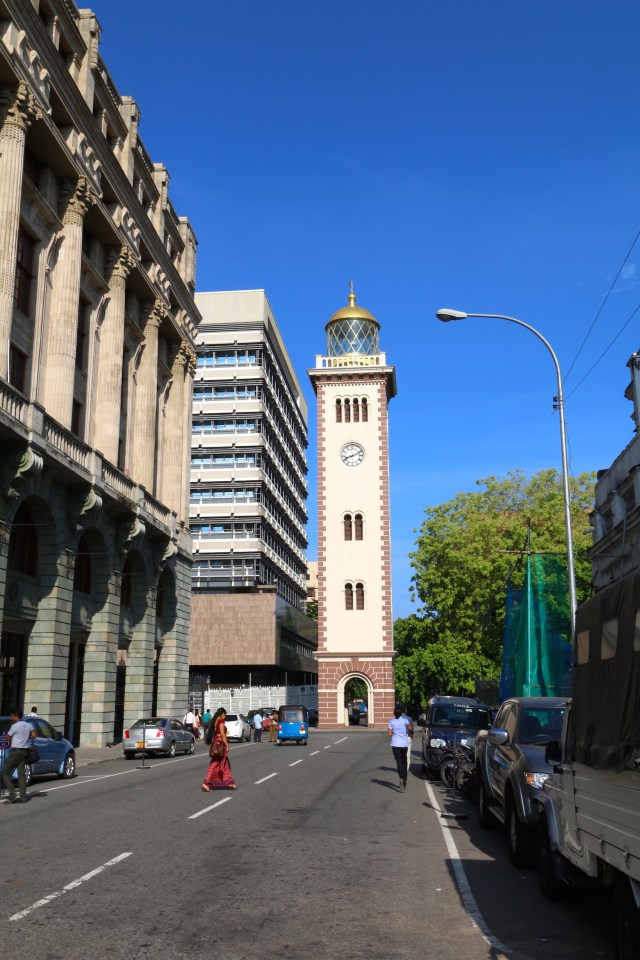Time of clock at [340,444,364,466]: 8:11
